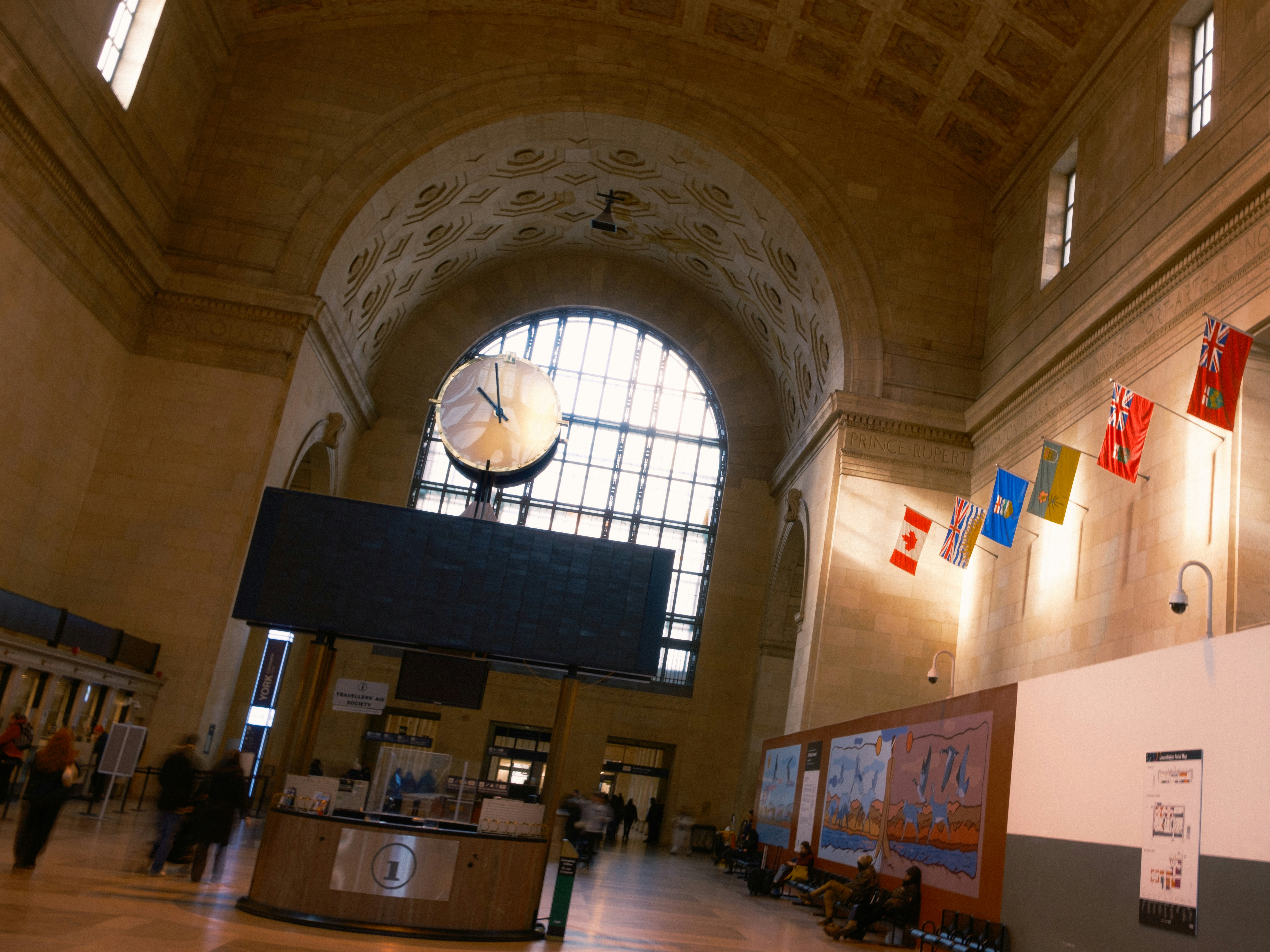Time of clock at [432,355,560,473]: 9:57
